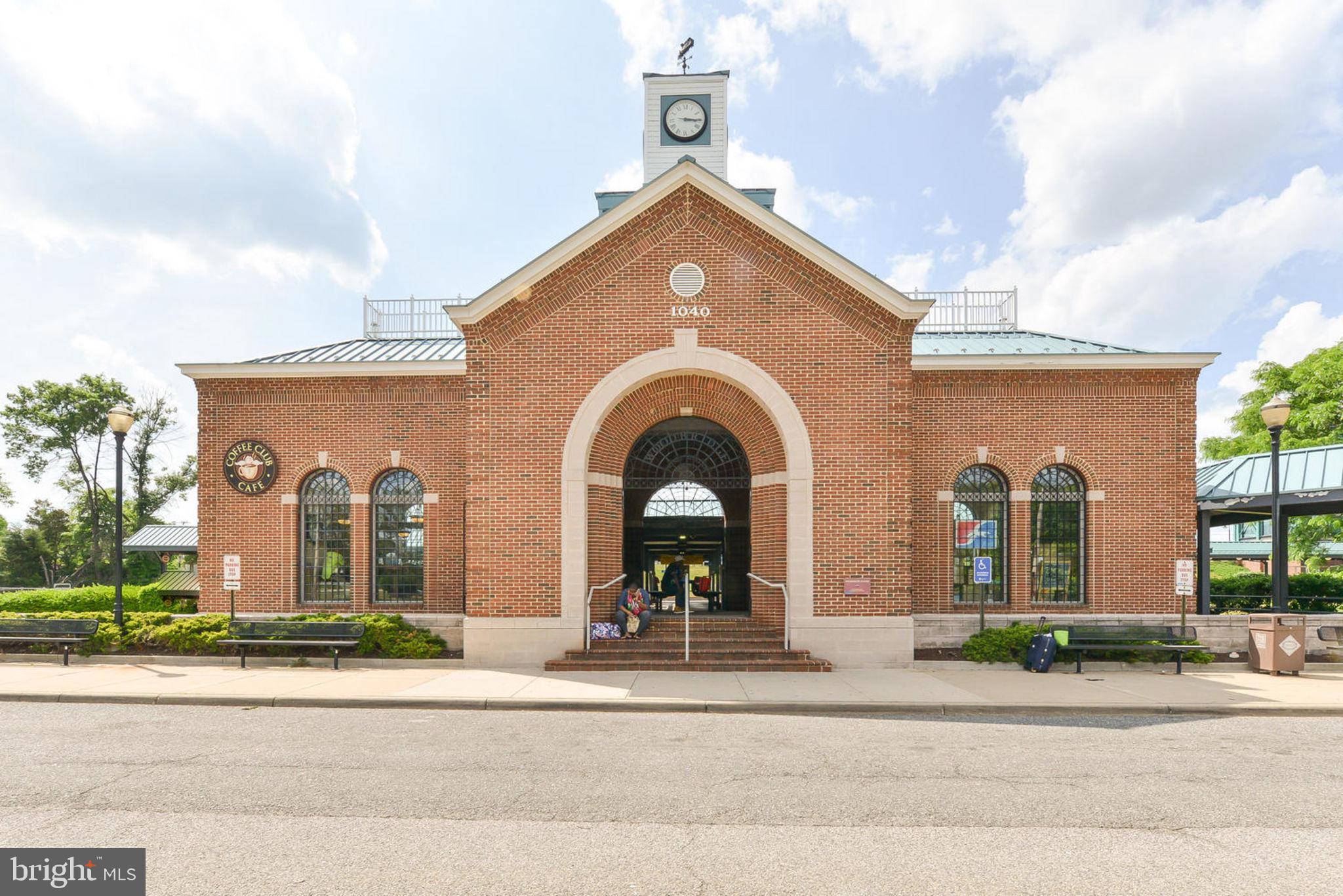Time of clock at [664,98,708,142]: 3:15
